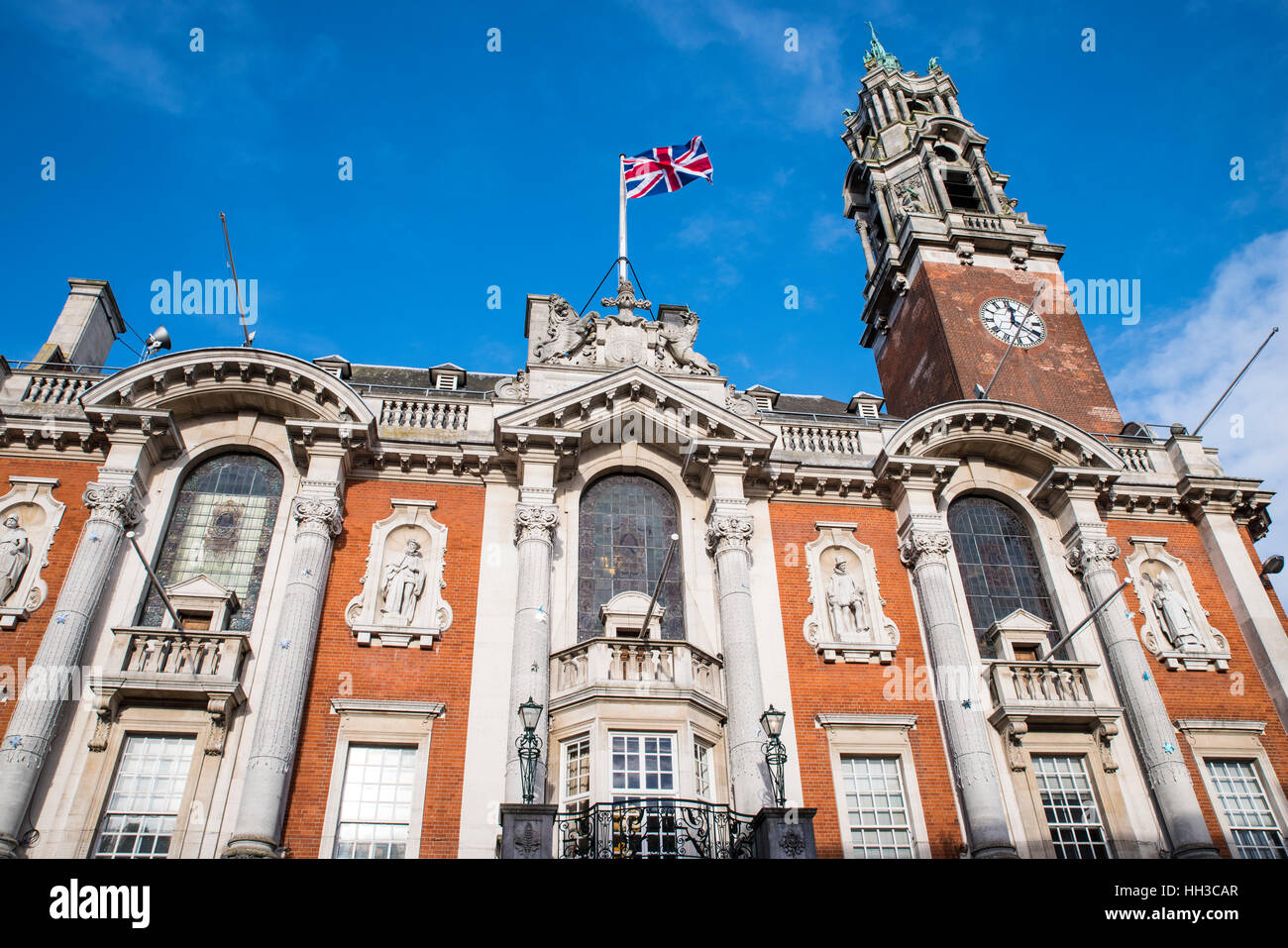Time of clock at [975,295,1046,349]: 12:20
